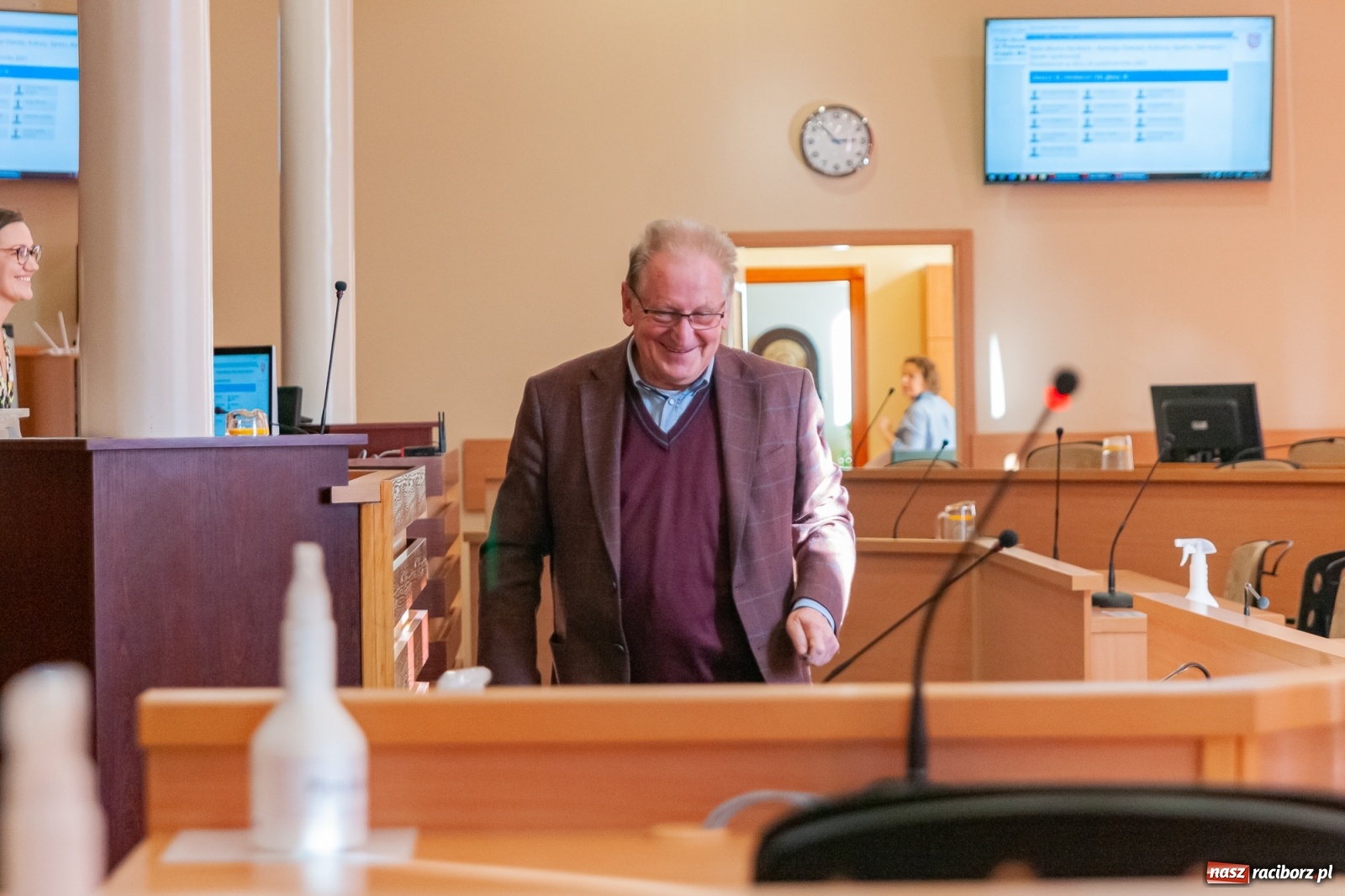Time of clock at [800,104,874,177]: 2:53
